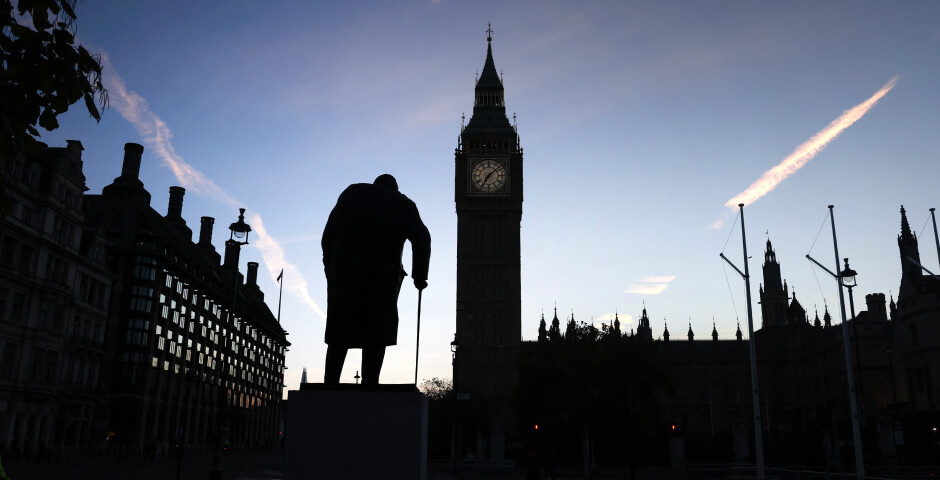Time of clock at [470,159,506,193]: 7:08
